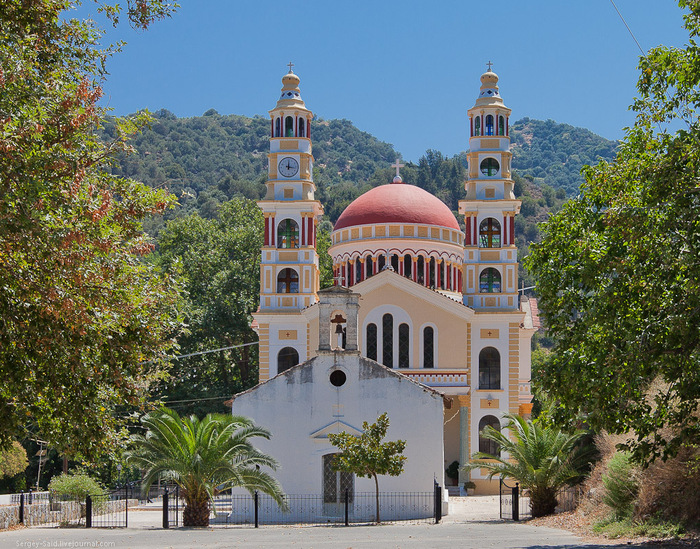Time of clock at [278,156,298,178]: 12:16
